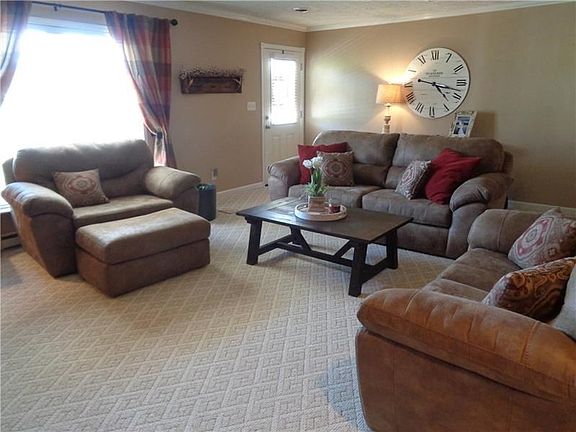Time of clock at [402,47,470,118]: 4:17
